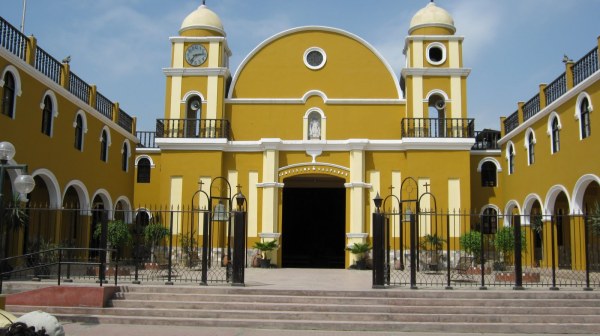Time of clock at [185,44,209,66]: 7:13
